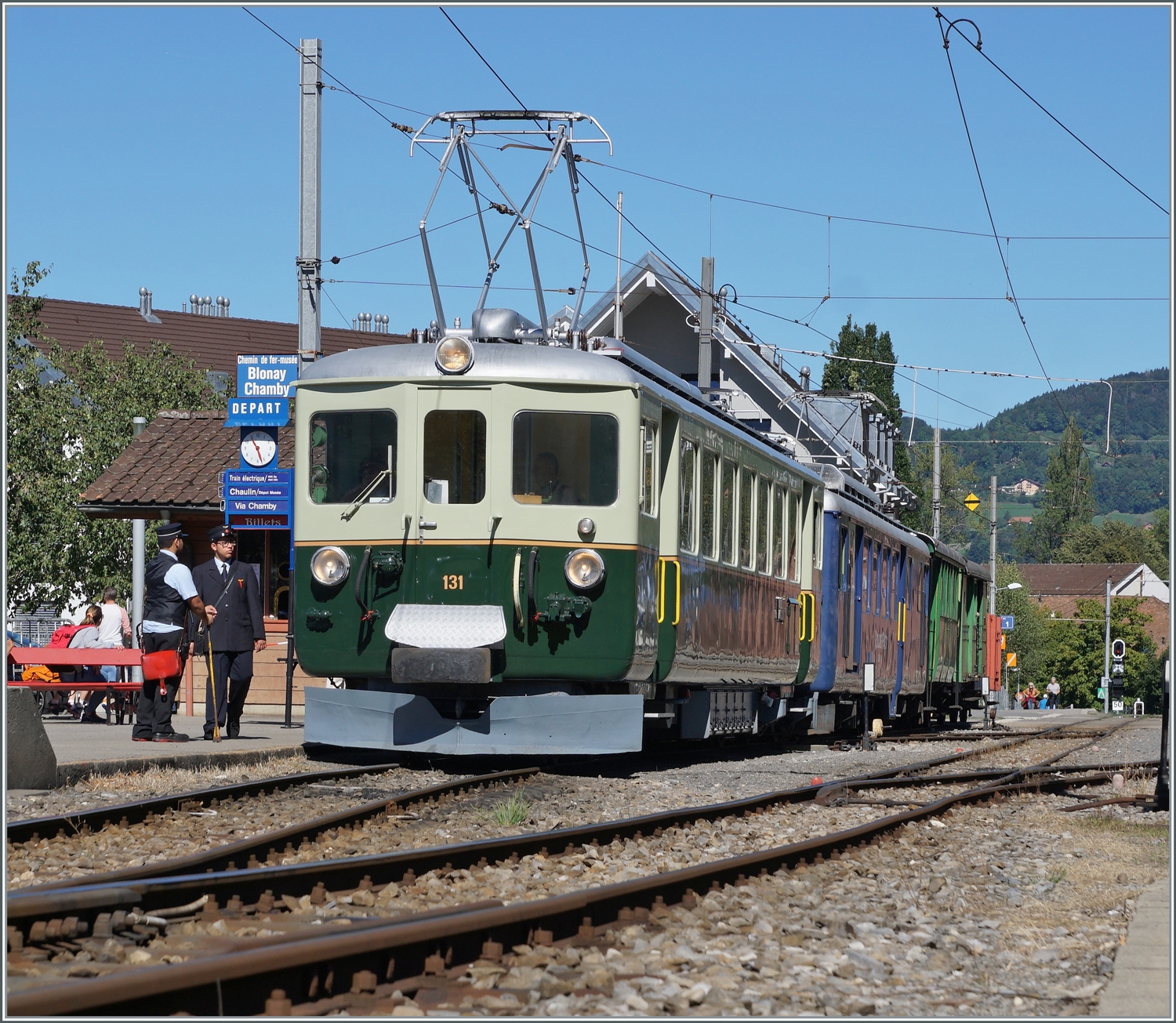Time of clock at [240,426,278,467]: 5:27
